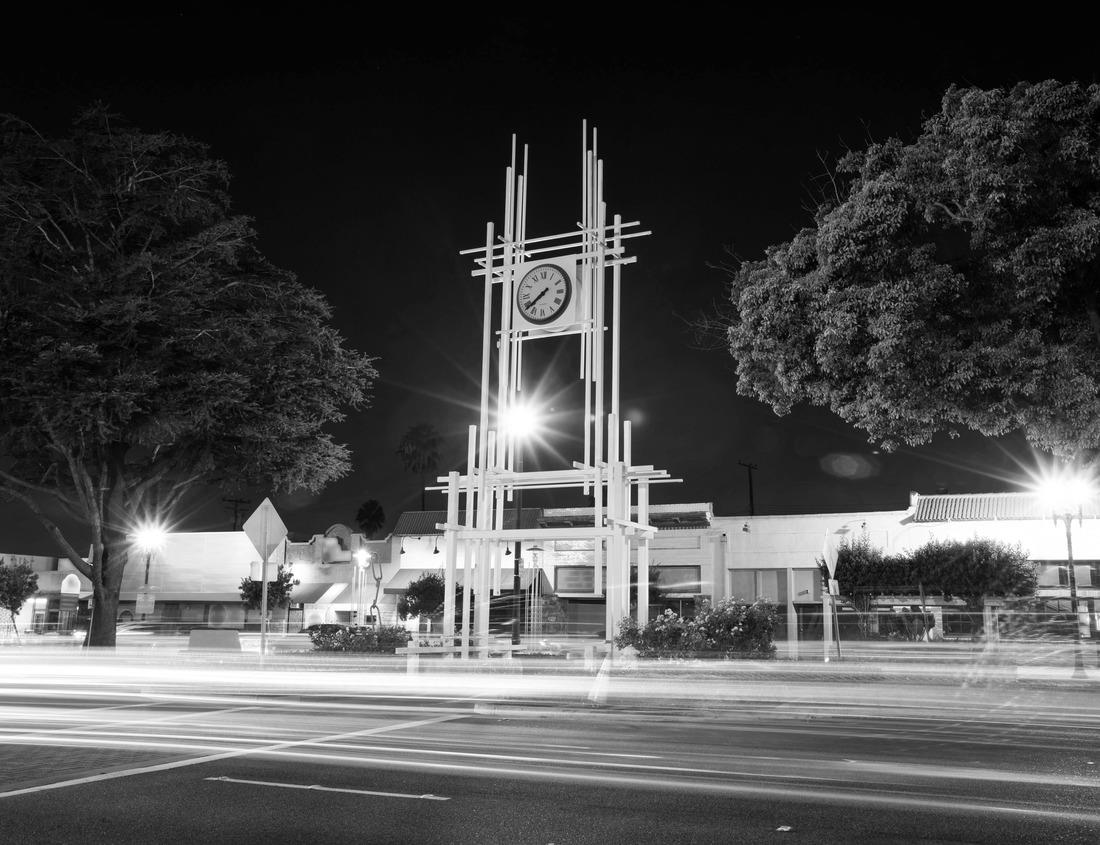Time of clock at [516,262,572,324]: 7:38
